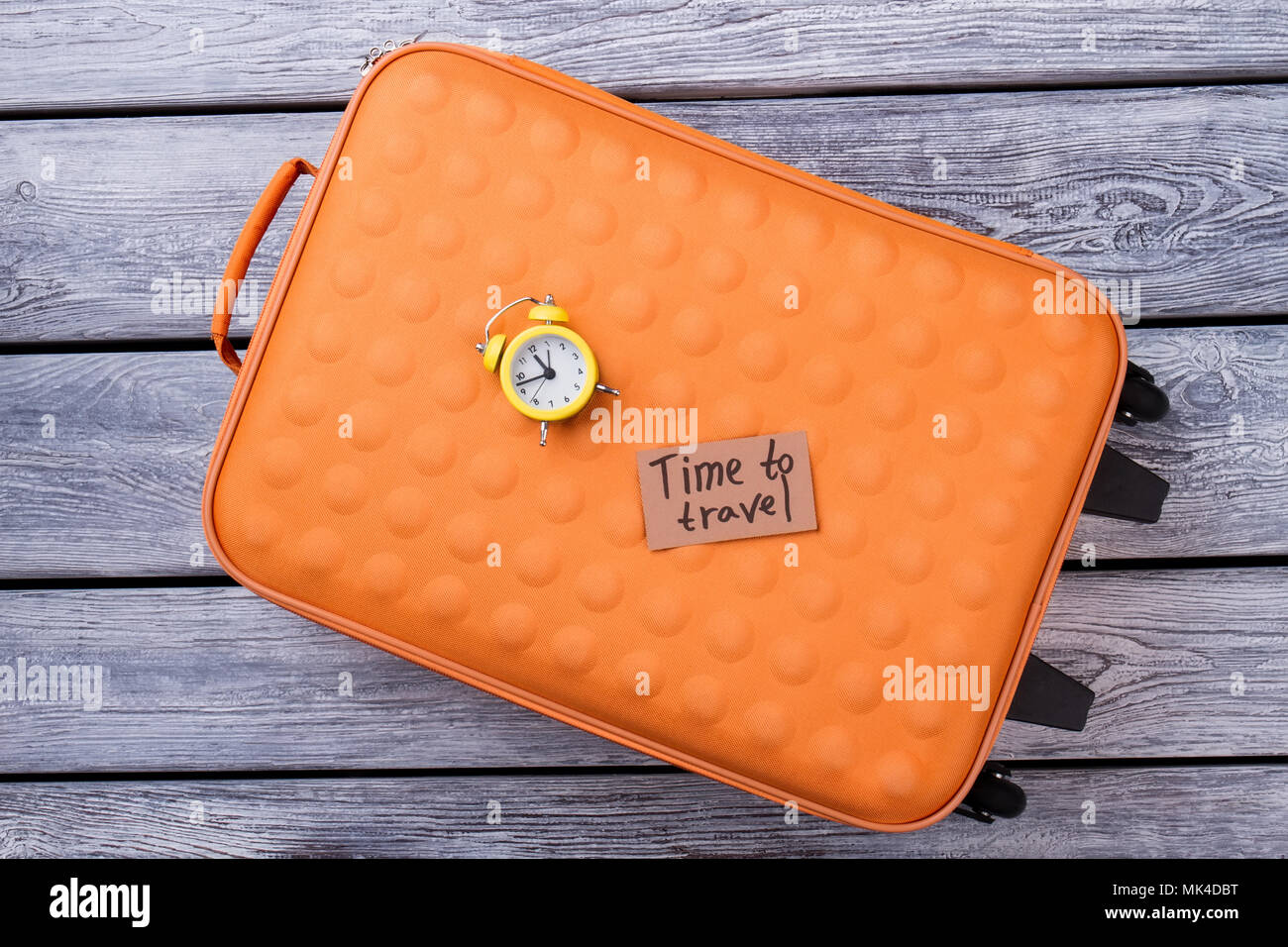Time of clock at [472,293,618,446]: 10:42
